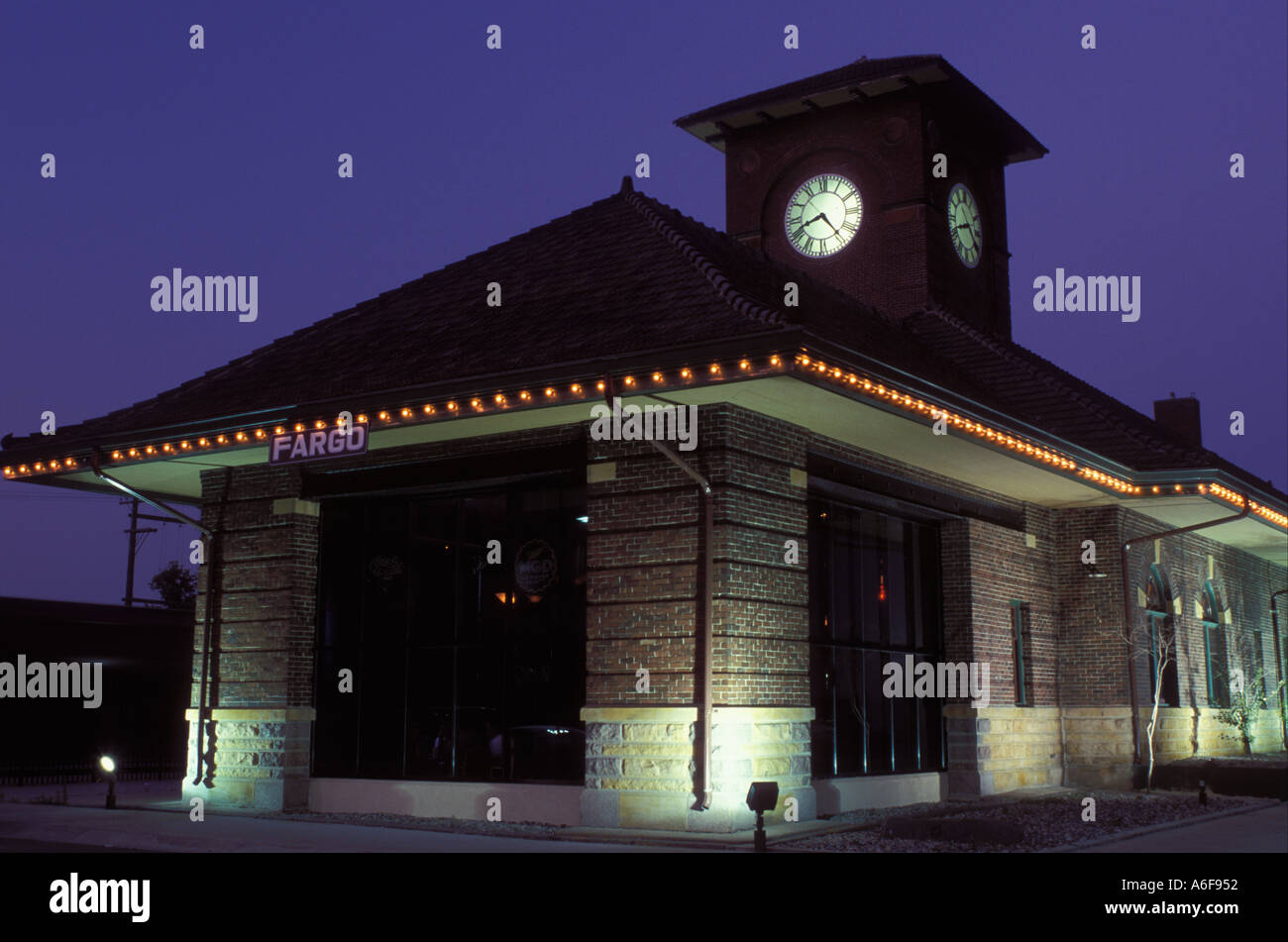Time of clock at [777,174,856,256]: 8:23
